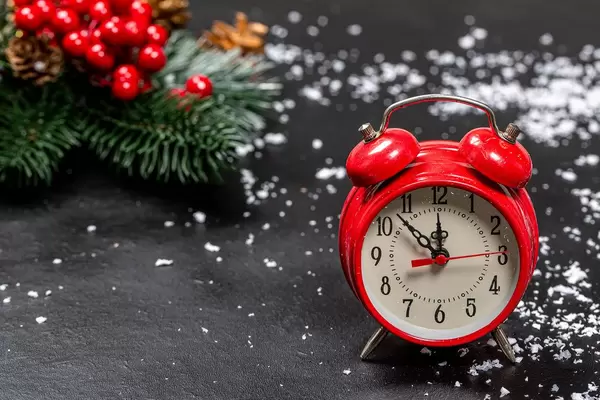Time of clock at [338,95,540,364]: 11:52
